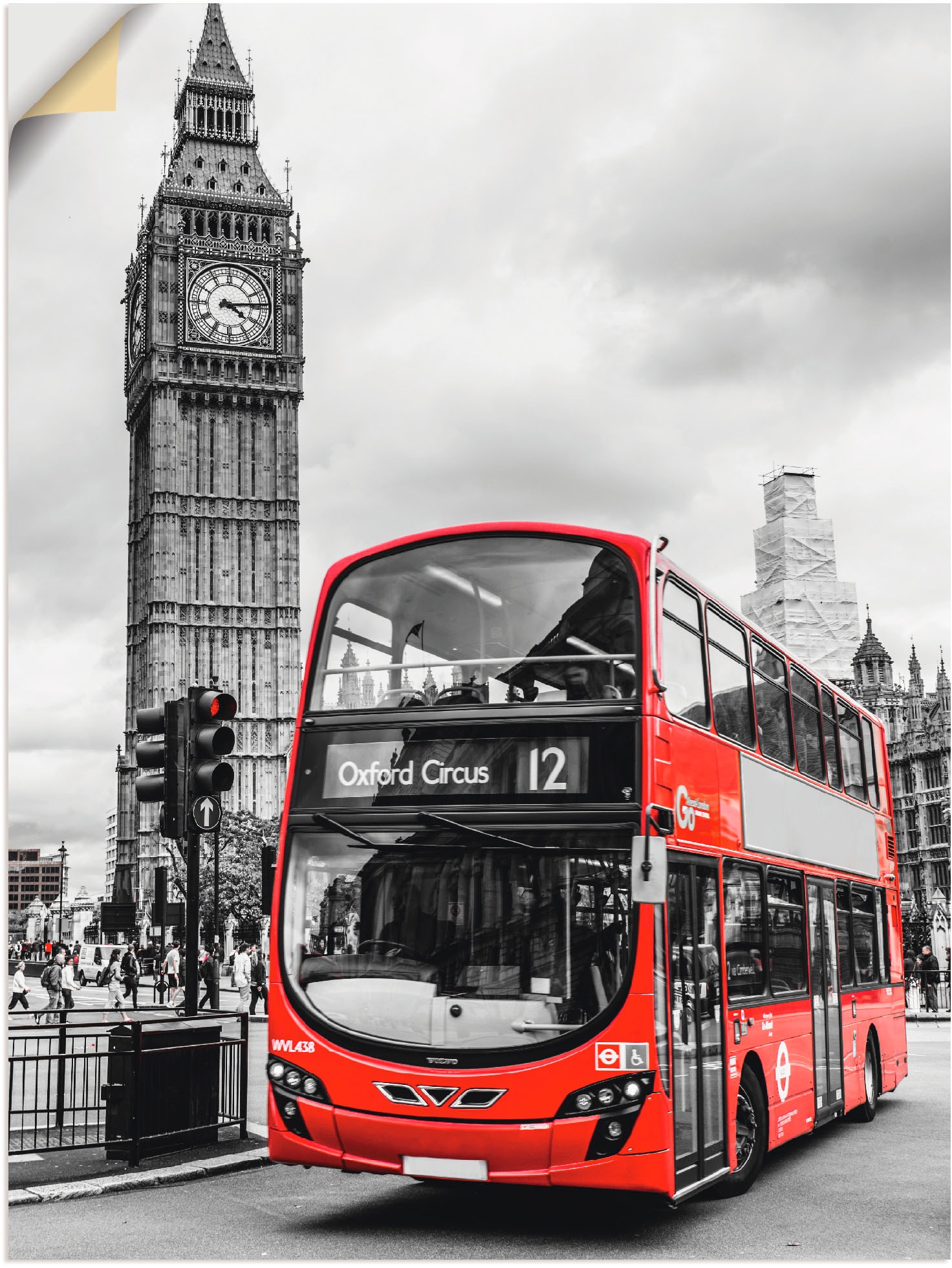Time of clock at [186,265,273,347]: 4:13
